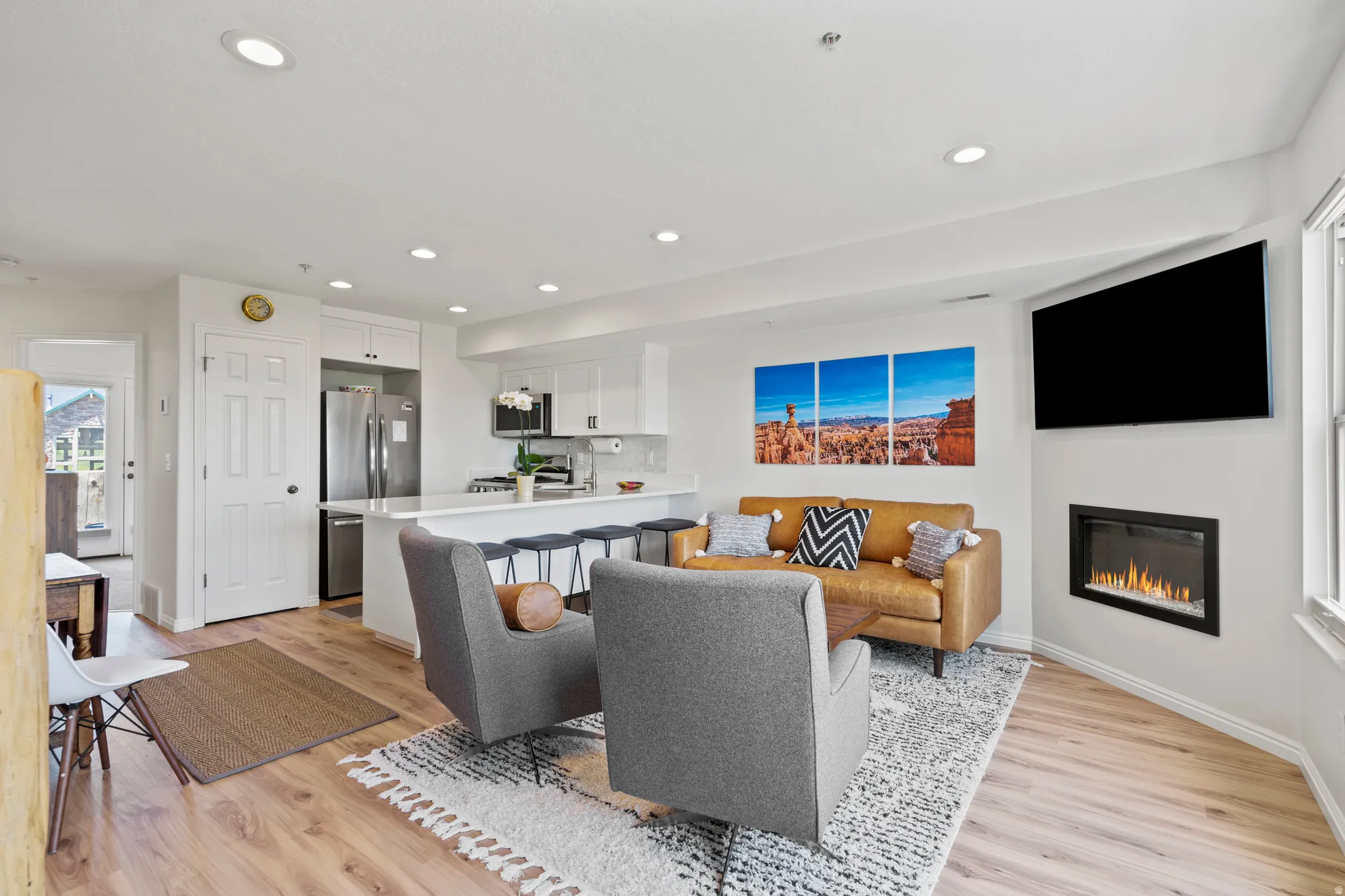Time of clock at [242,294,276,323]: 2:07
